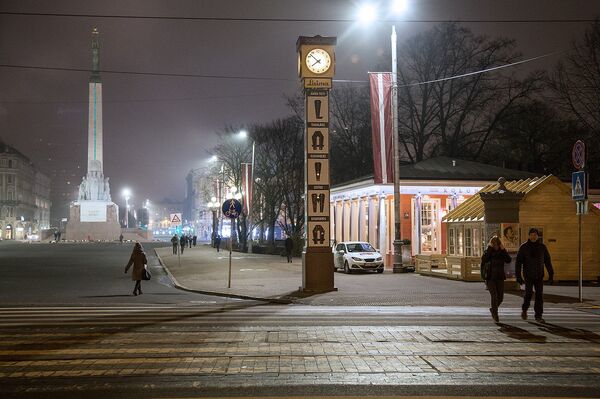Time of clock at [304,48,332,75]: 7:52
